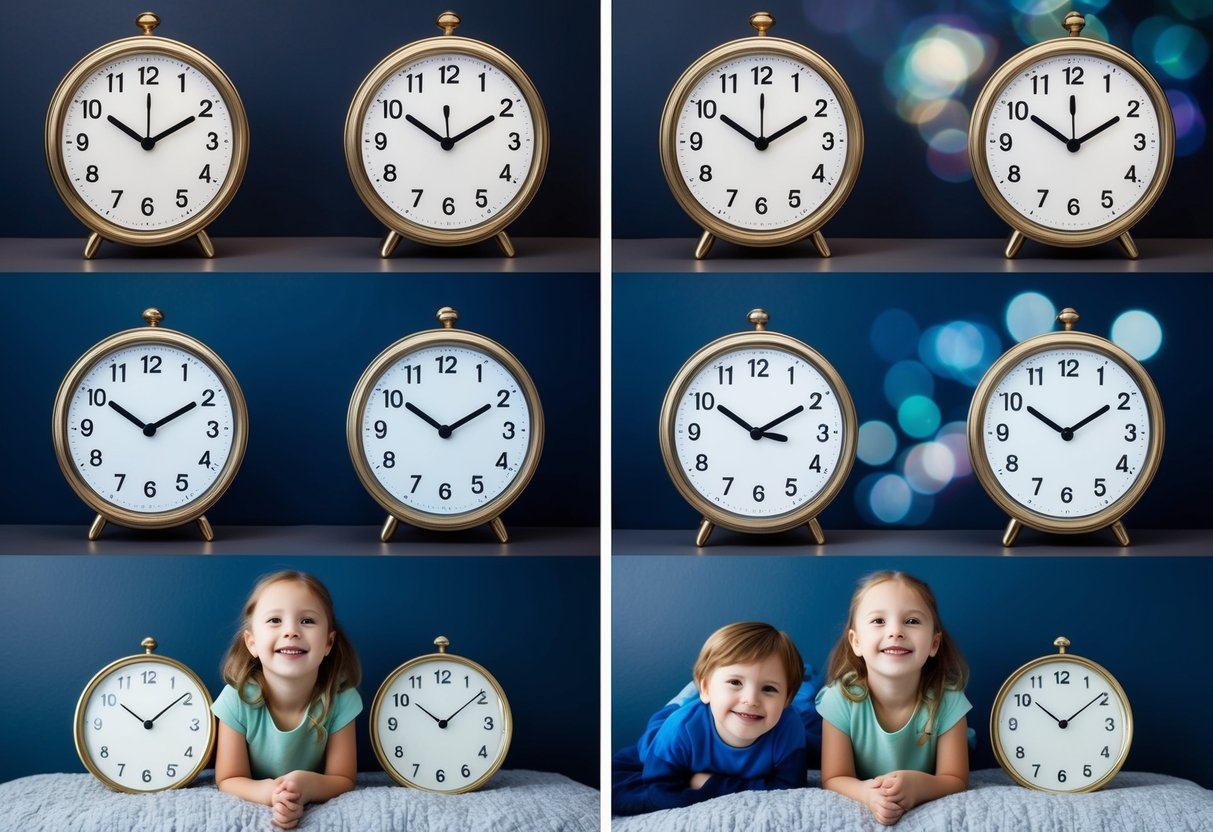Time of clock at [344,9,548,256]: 10:10
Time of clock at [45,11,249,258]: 10:10
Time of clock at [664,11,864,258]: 10:10
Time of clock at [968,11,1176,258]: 10:10
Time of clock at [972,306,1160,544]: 10:09
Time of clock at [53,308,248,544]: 10:09
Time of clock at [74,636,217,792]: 10:08
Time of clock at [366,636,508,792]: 10:08
